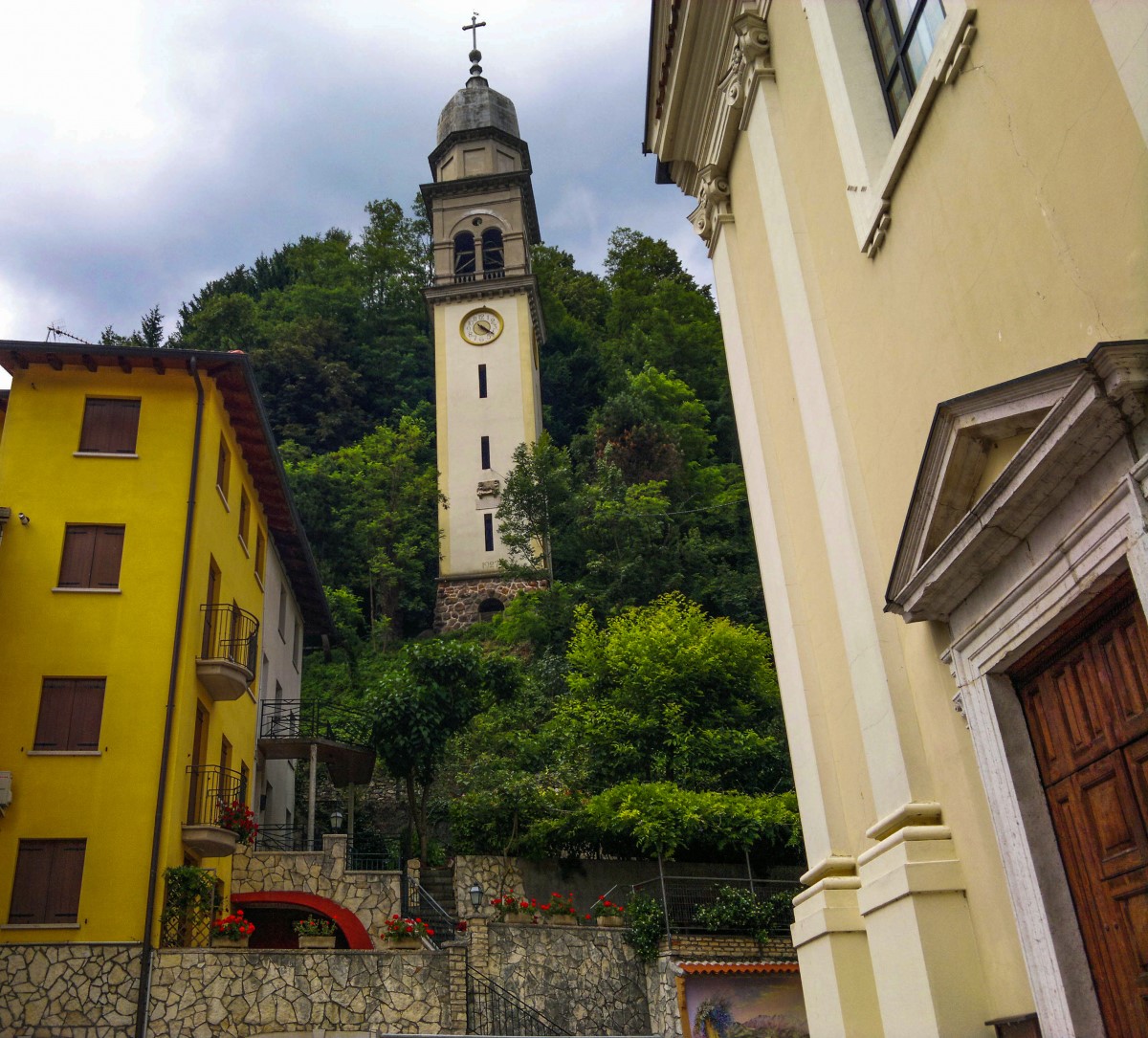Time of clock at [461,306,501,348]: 4:21
